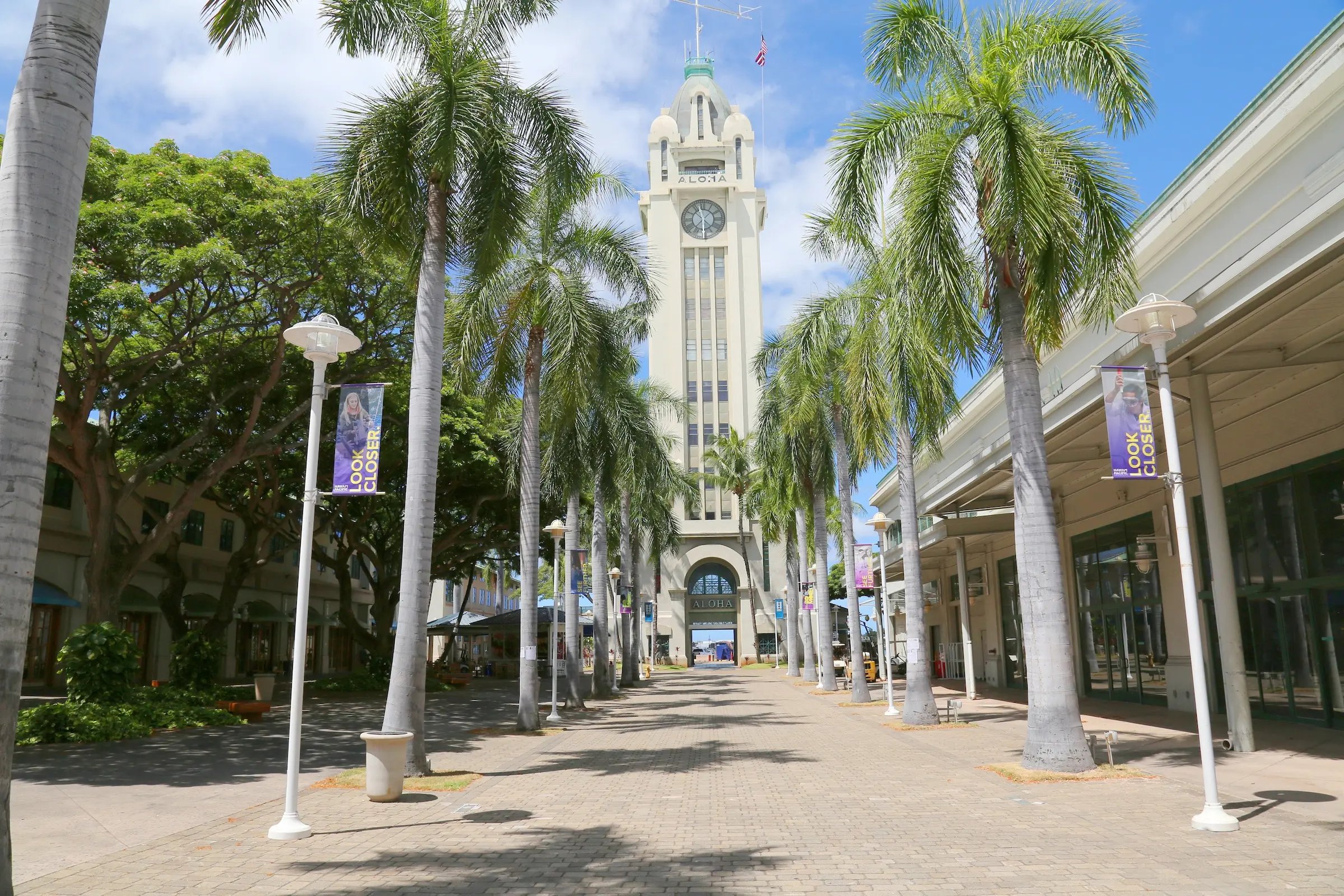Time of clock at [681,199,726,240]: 11:29
